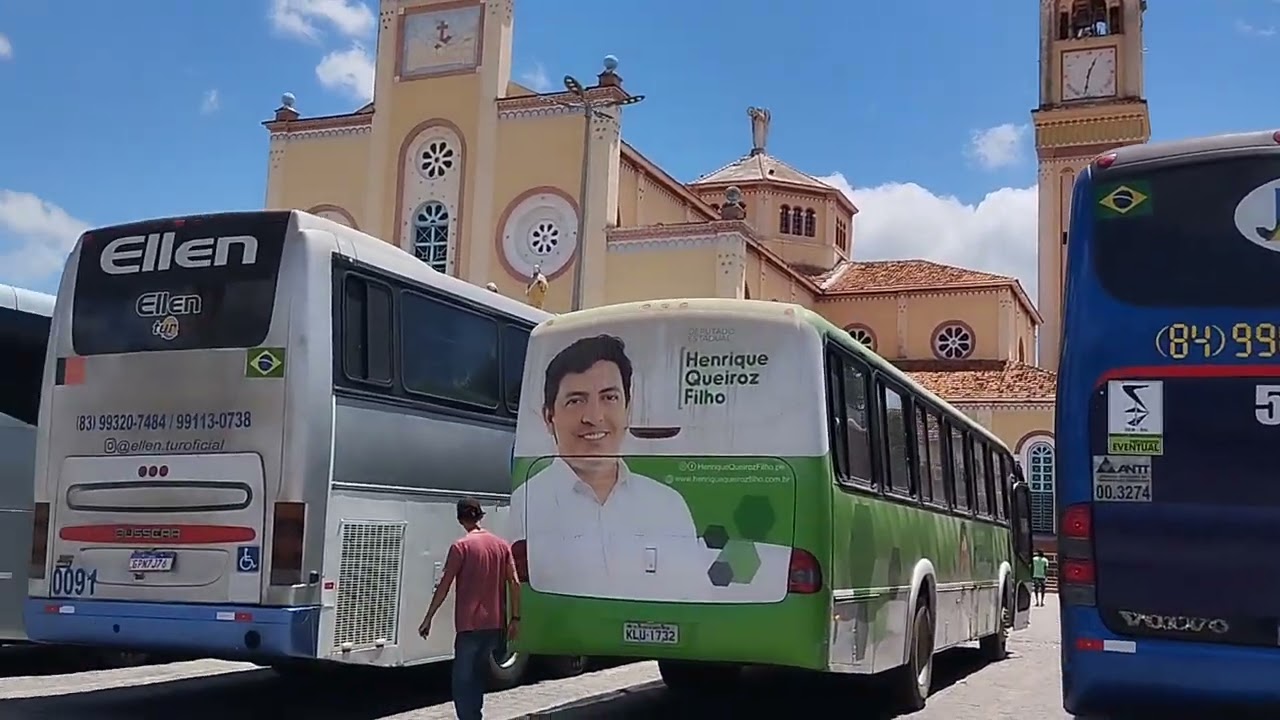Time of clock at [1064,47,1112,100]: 12:31
